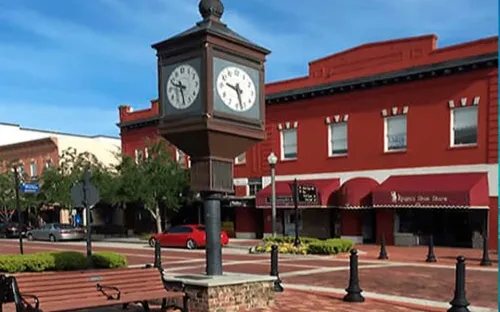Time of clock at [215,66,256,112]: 9:27
